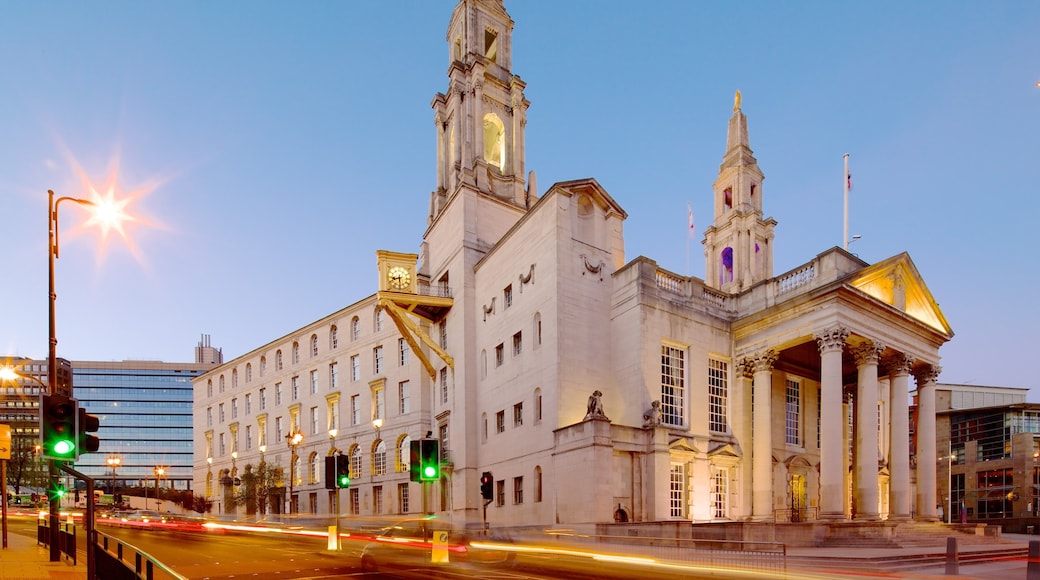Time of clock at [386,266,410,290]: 8:29
